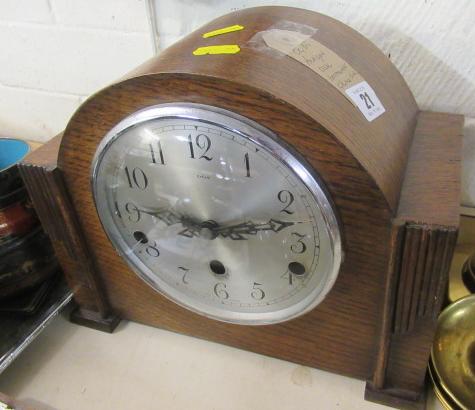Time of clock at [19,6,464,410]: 9:12
